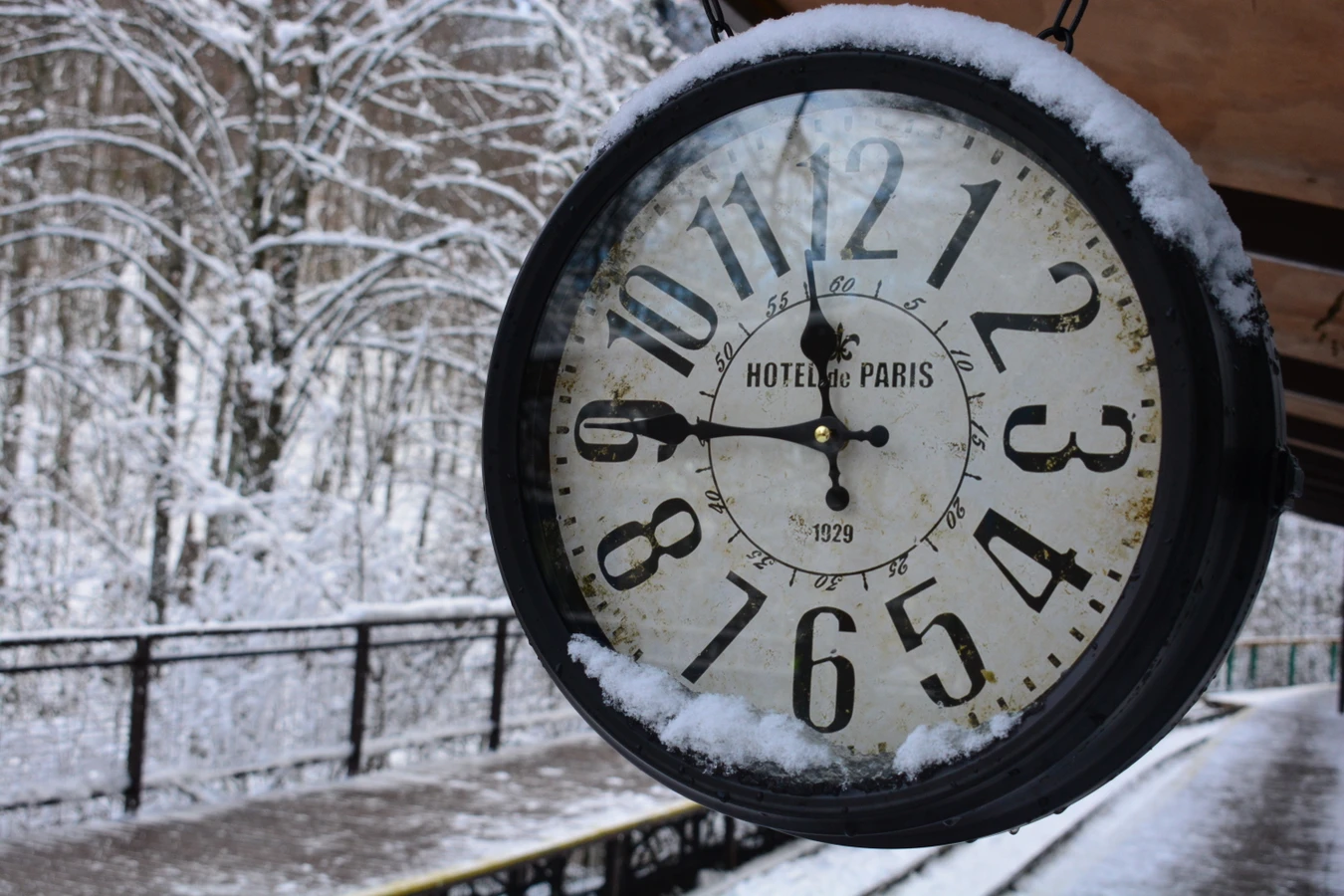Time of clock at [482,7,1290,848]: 11:45
